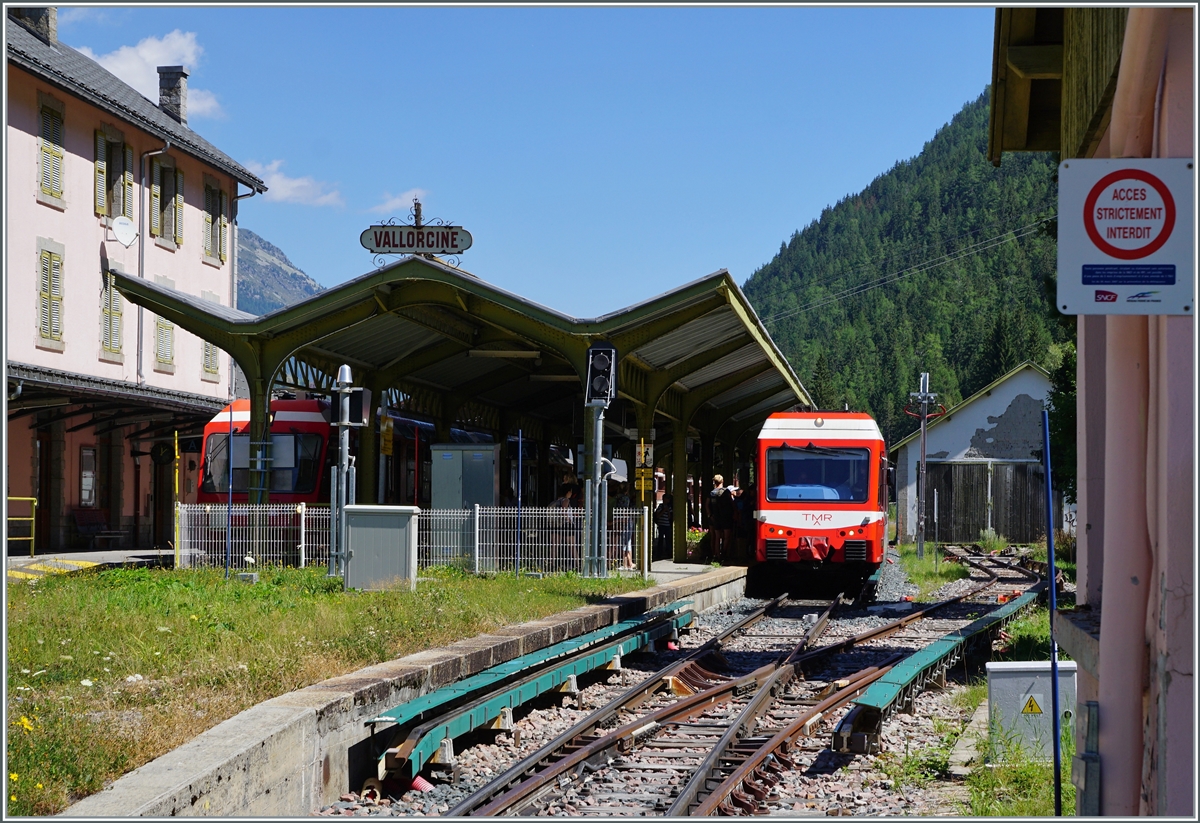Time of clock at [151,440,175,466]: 12:07
